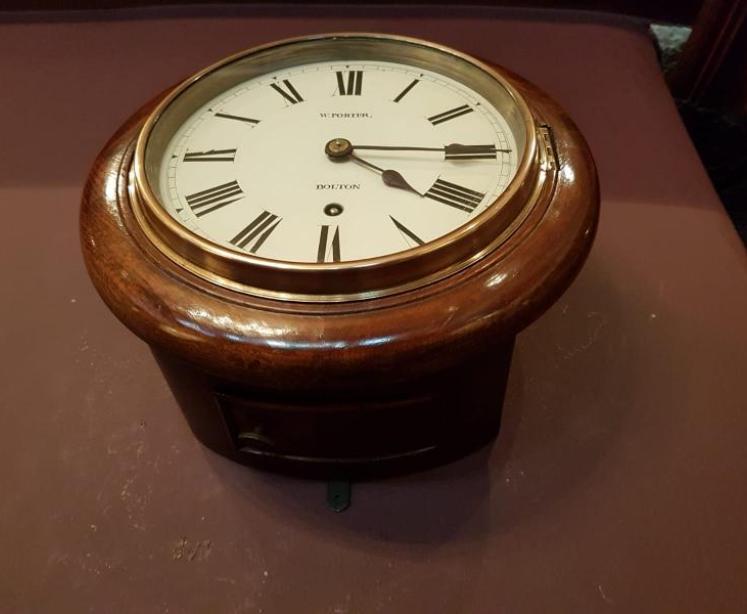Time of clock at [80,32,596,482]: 4:14
